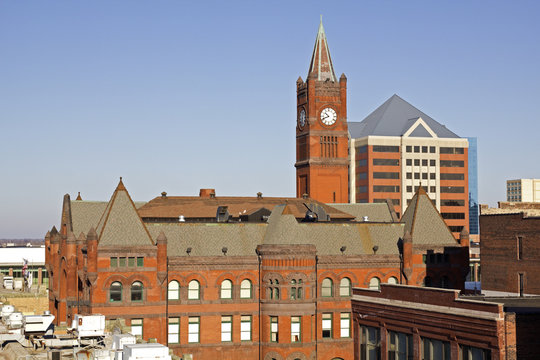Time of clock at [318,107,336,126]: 10:41
